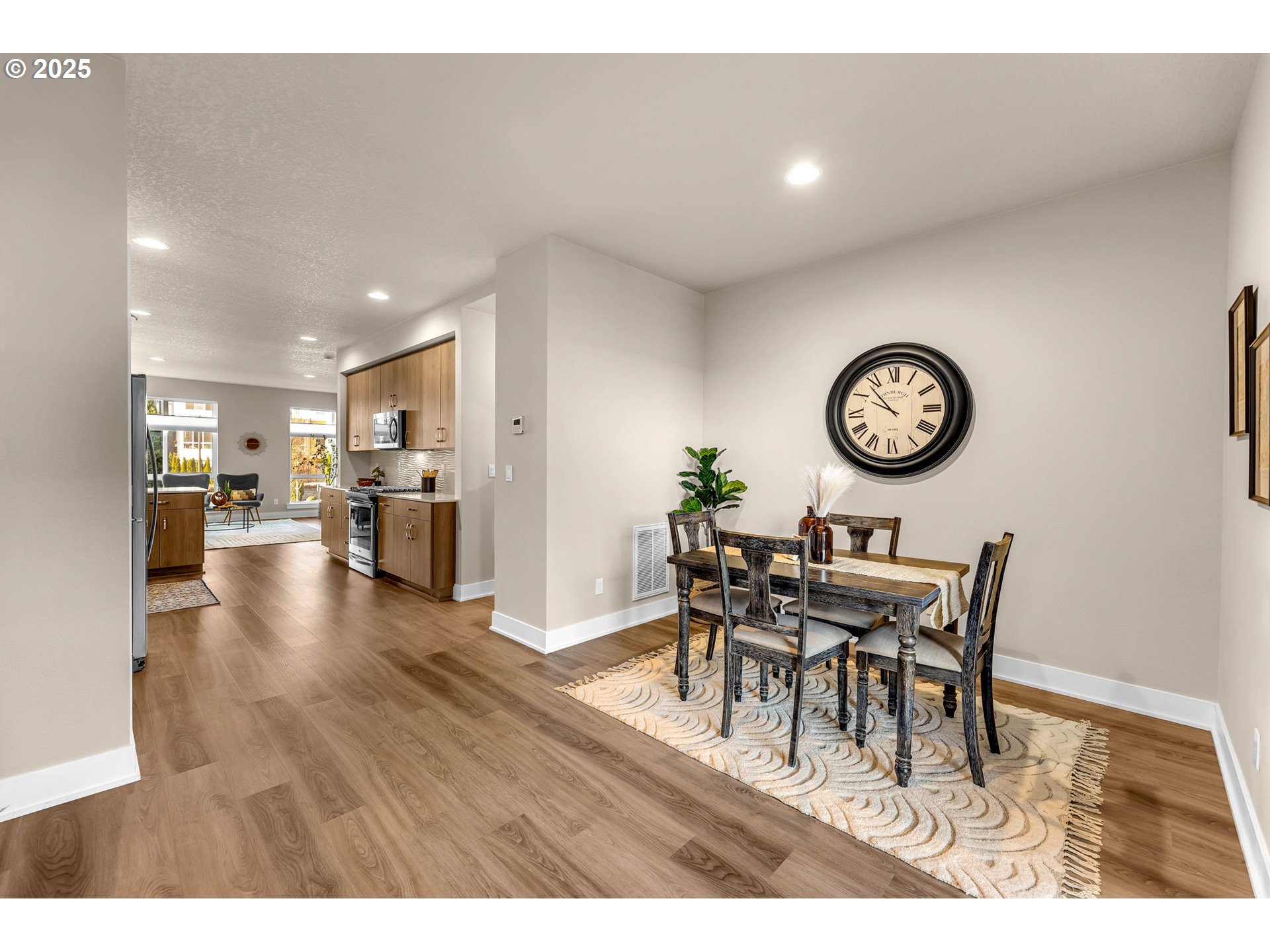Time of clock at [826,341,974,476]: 9:53
